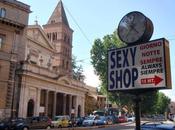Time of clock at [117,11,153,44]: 4:35
